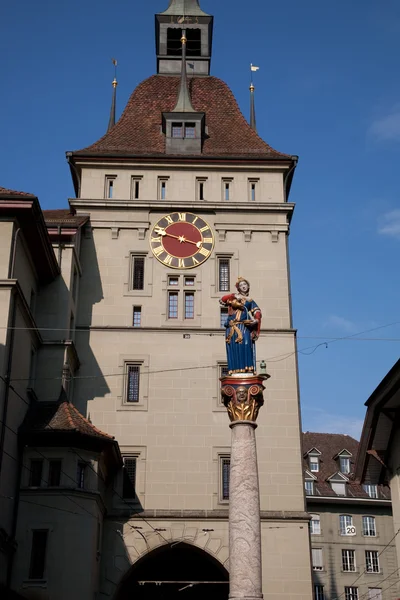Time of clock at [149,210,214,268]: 3:47
